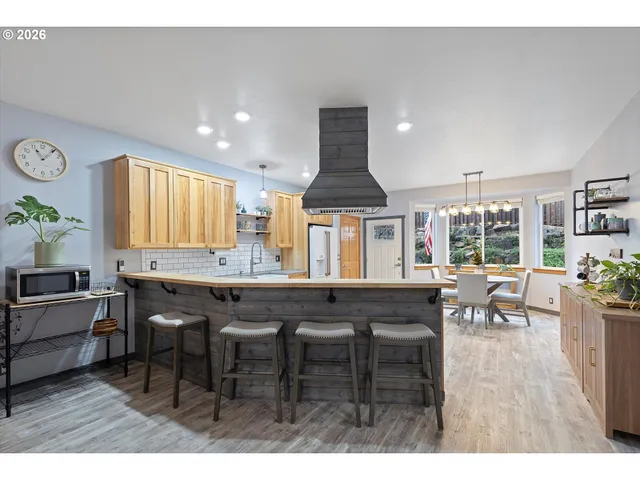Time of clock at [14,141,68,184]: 11:06
